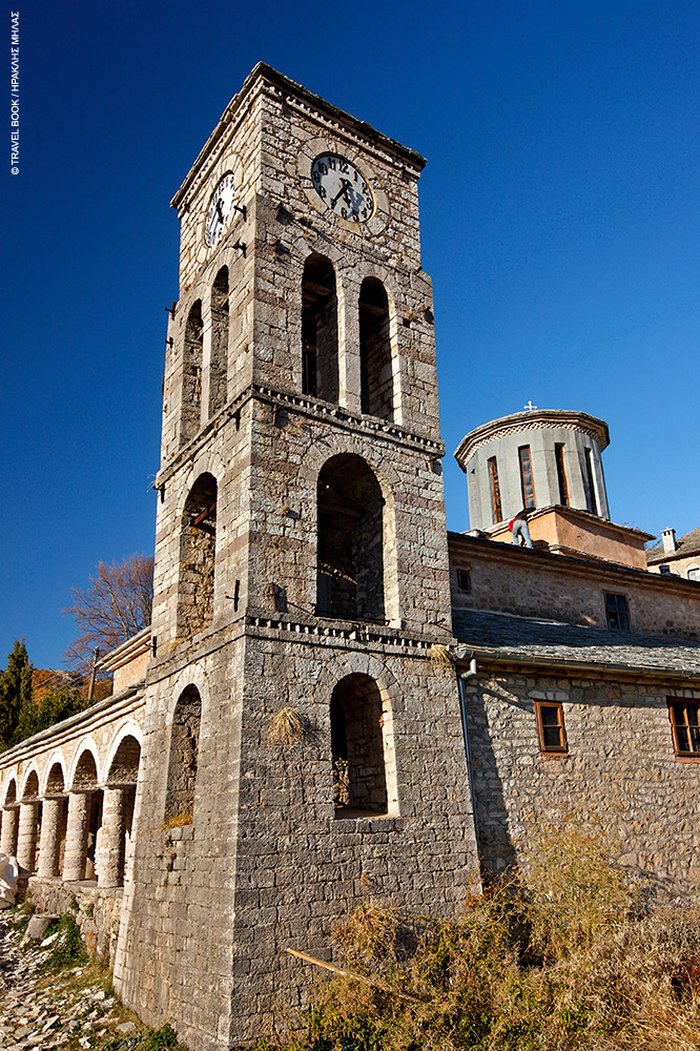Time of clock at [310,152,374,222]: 5:35
